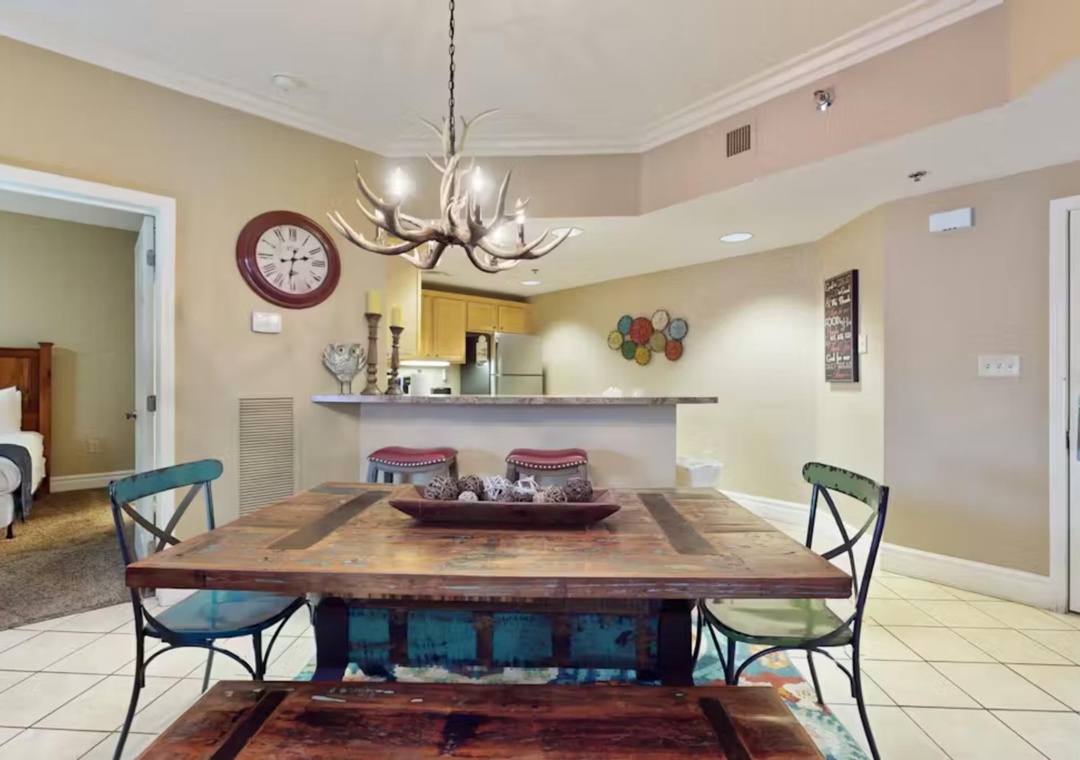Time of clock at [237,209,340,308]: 2:31
